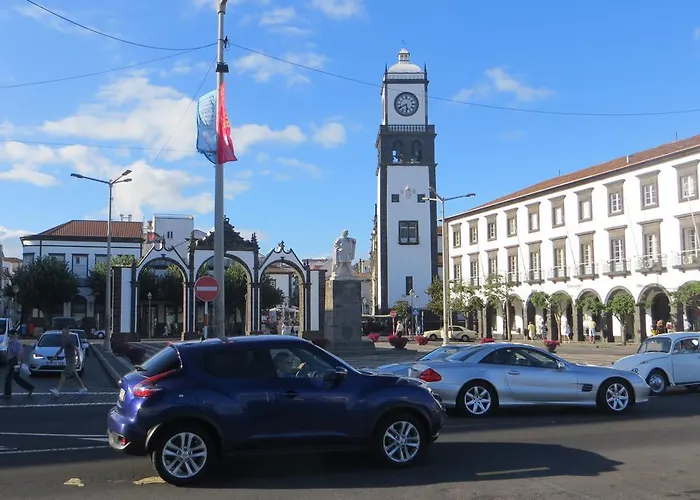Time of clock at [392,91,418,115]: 5:40
